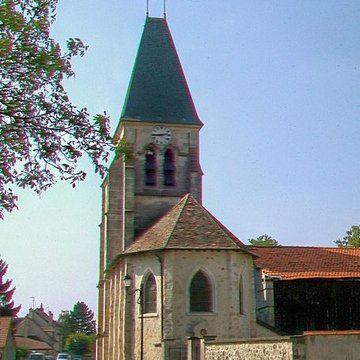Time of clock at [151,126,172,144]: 2:44
